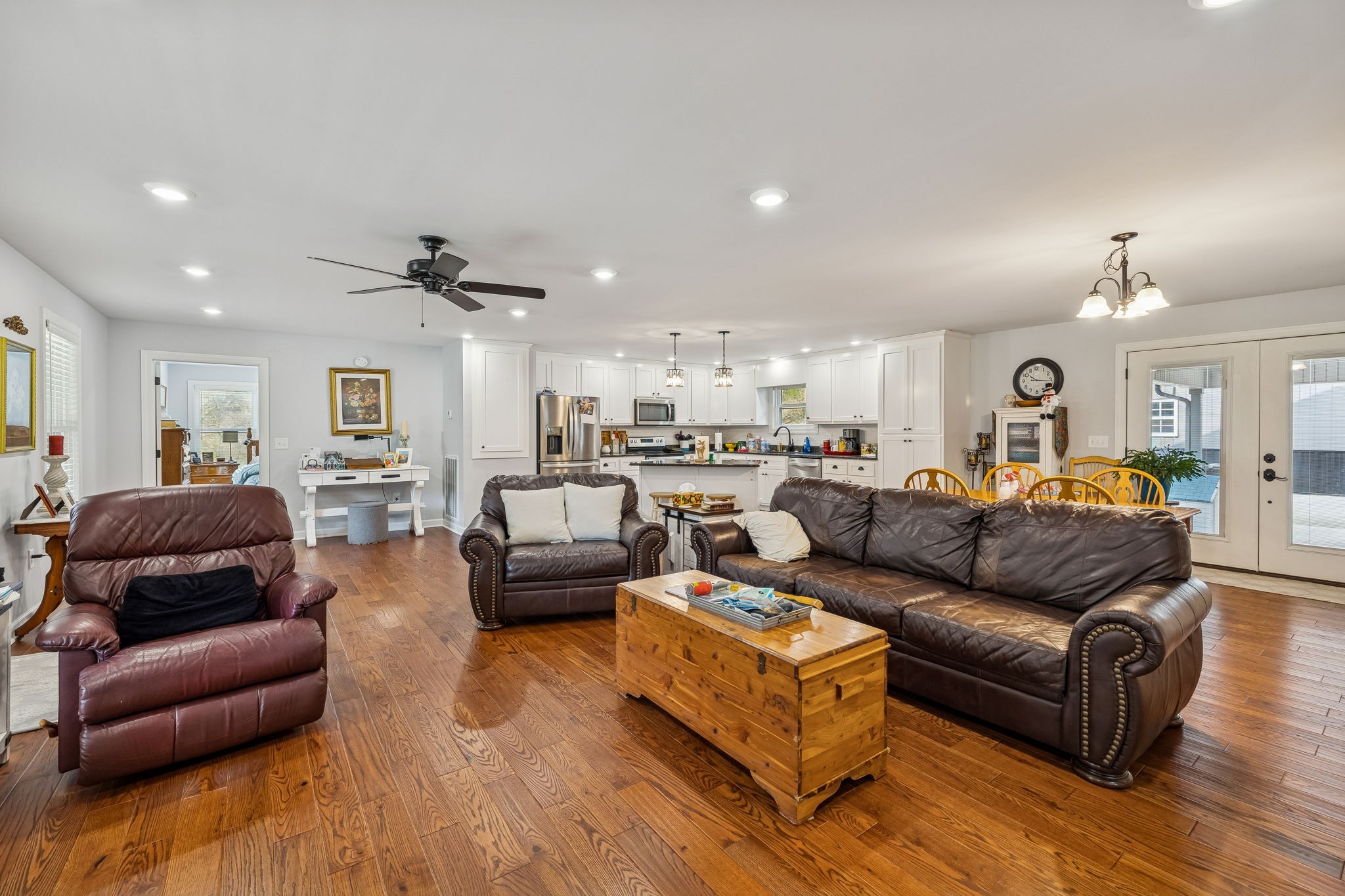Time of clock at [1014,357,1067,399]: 10:16
